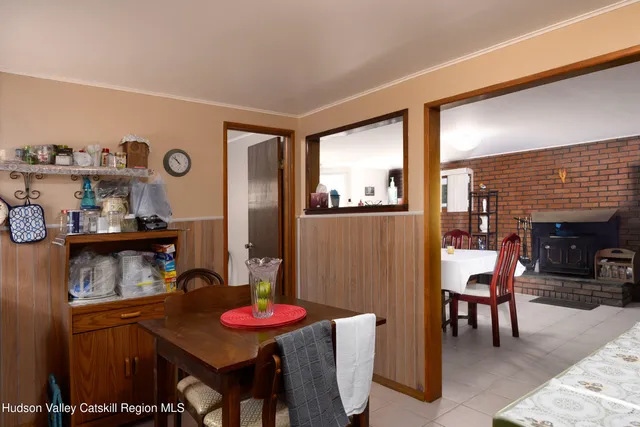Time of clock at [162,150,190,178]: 10:52
